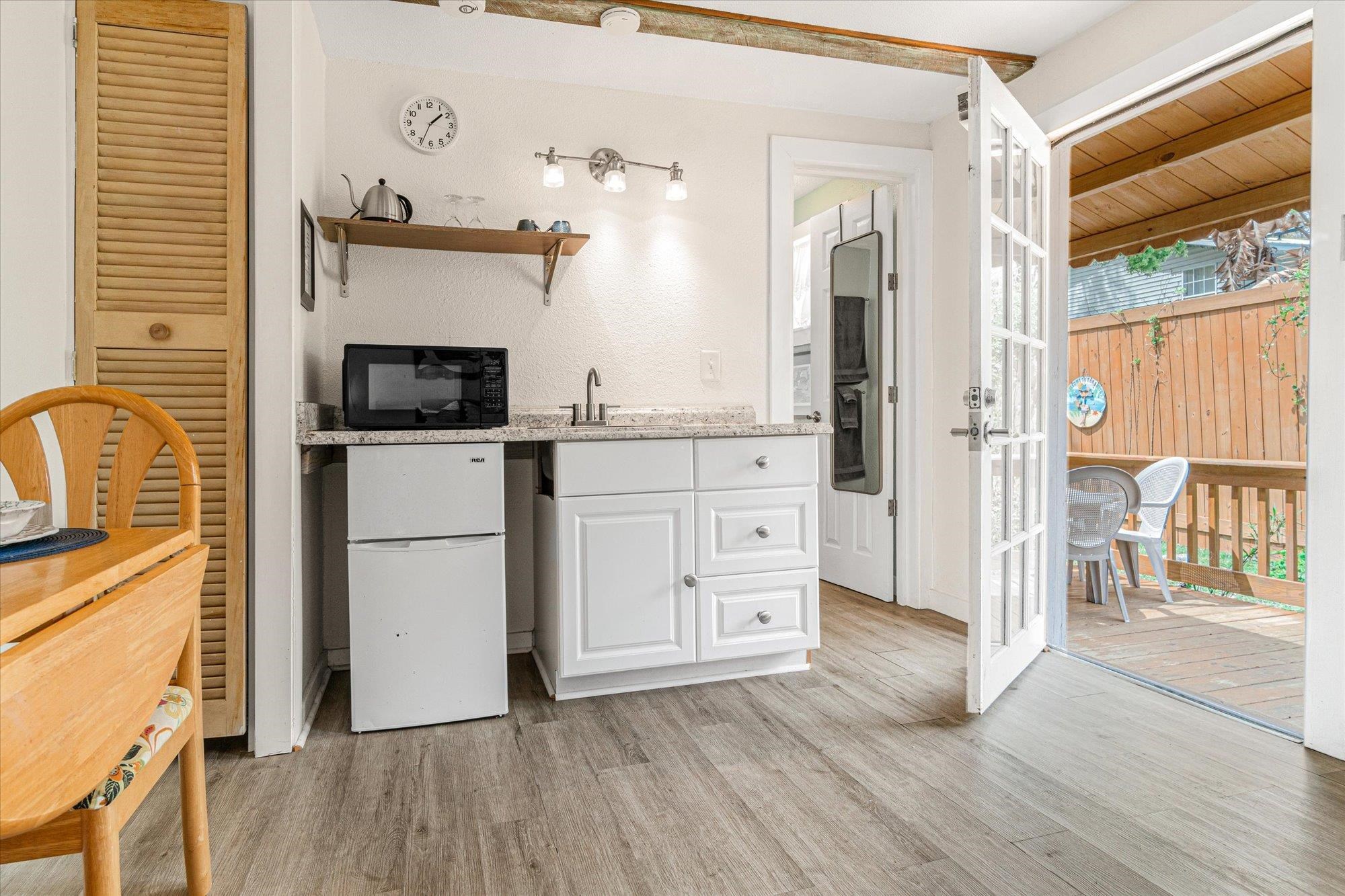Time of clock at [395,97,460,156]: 1:34
